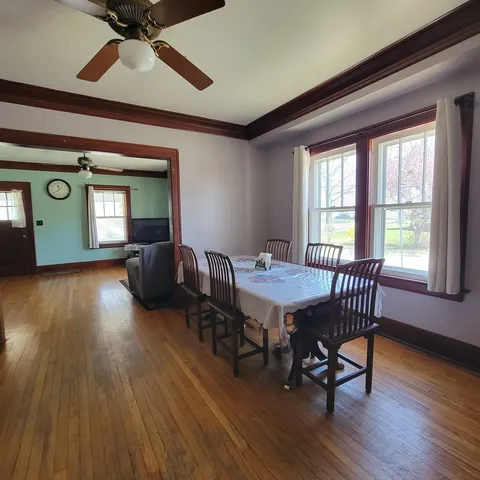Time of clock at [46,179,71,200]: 11:38
